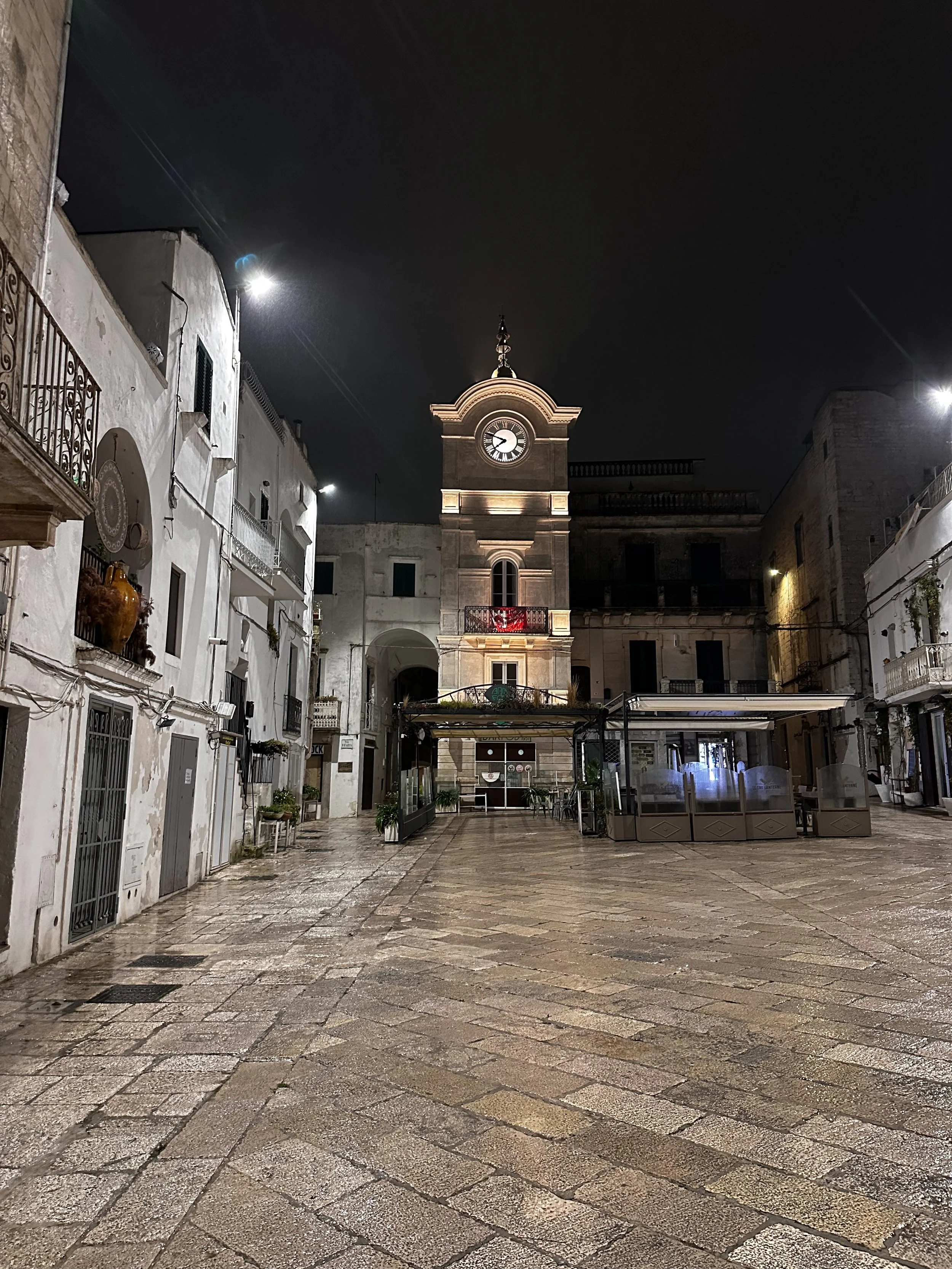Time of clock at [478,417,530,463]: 7:48
